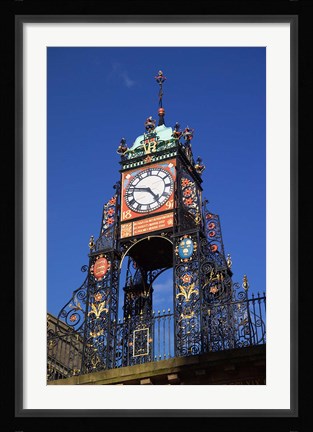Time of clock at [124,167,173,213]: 4:47
